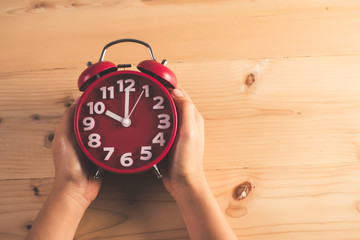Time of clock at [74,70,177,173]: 10:00
